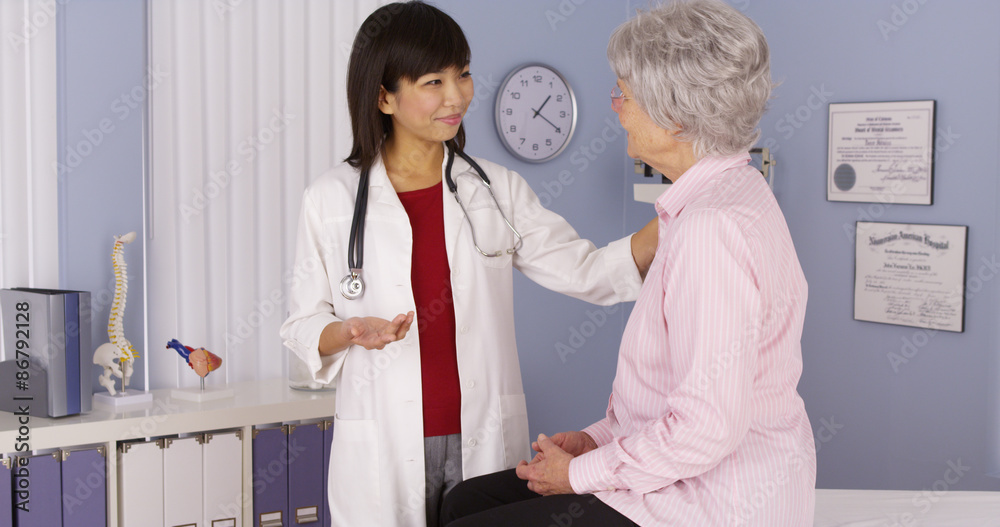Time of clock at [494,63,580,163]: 1:19
